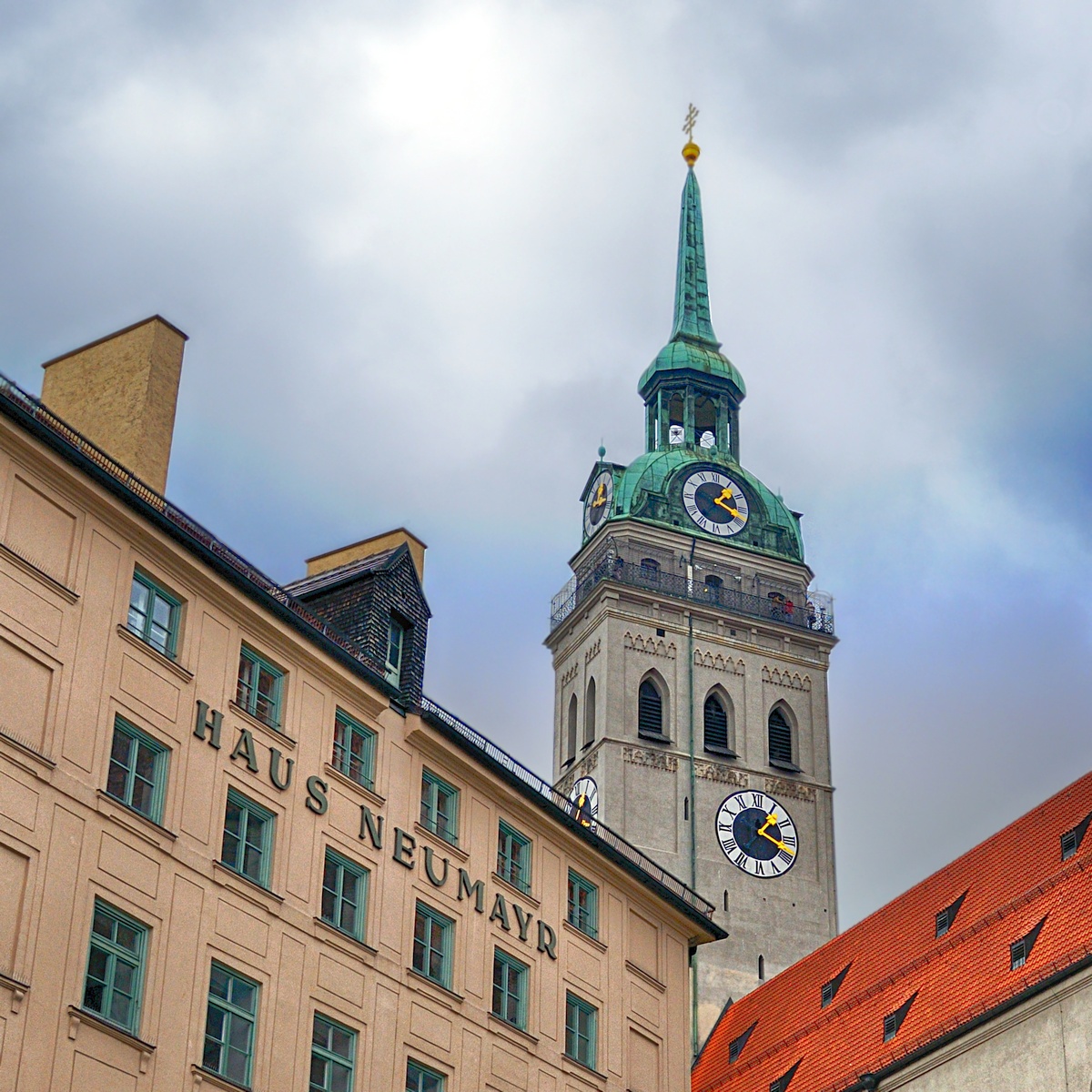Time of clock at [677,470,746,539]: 1:18
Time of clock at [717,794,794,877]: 1:18
